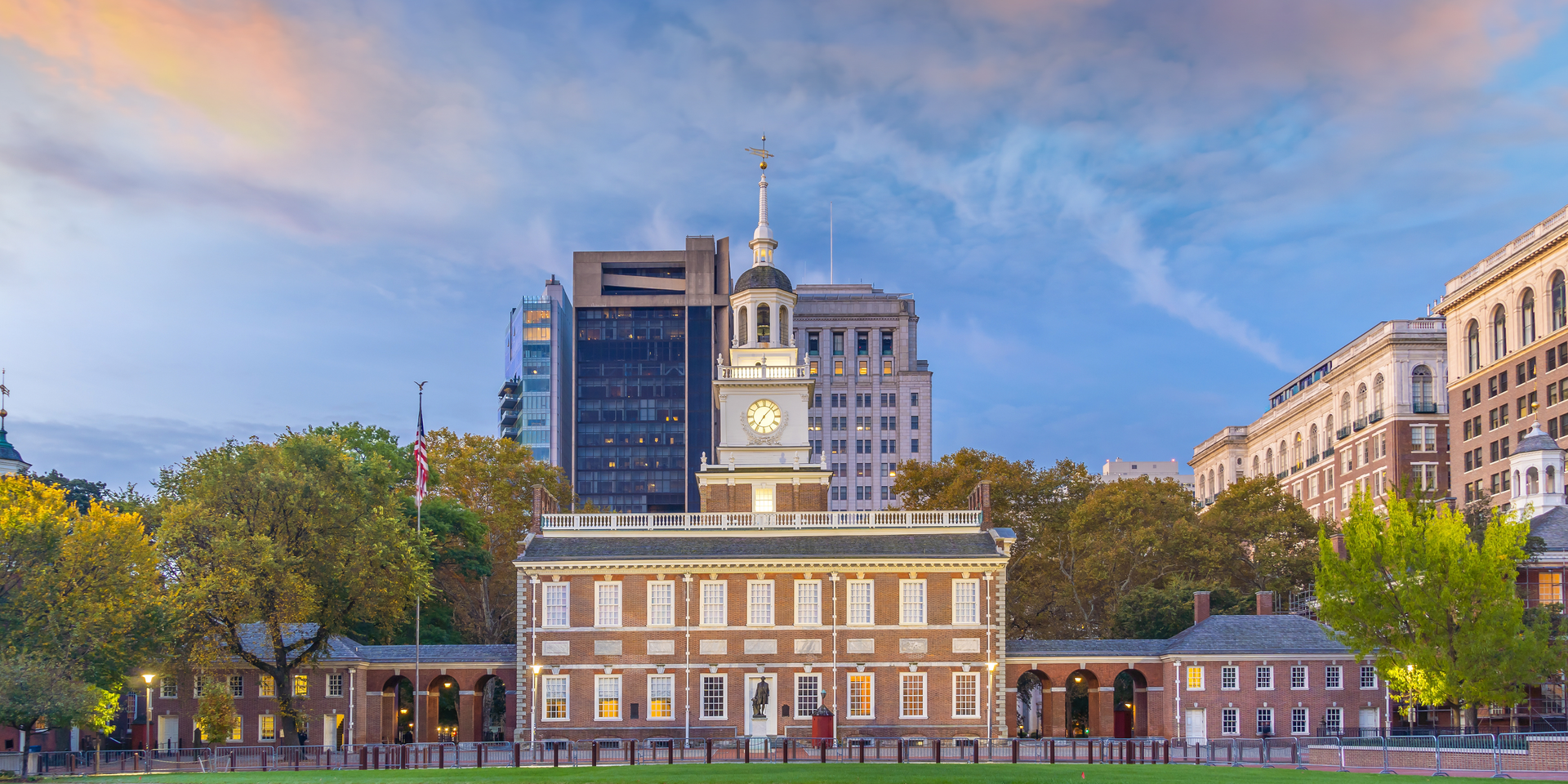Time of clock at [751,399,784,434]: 7:07
